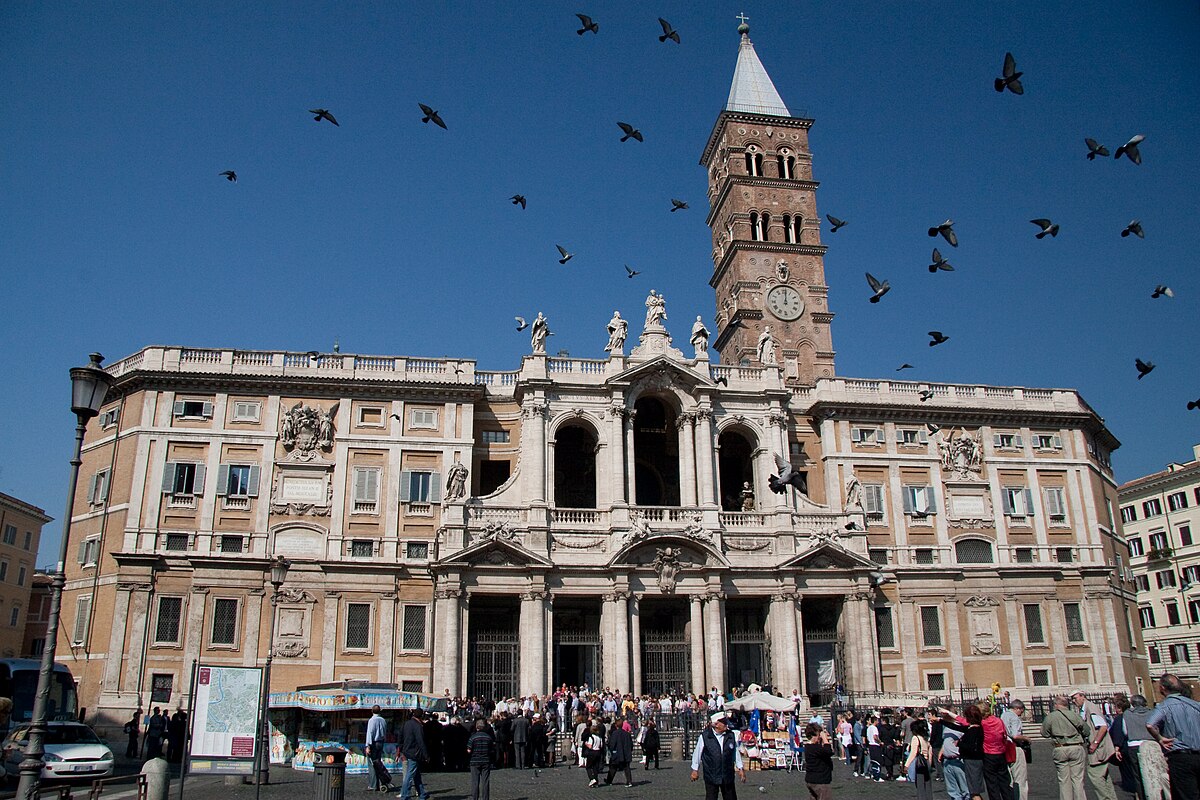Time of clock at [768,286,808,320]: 12:00
